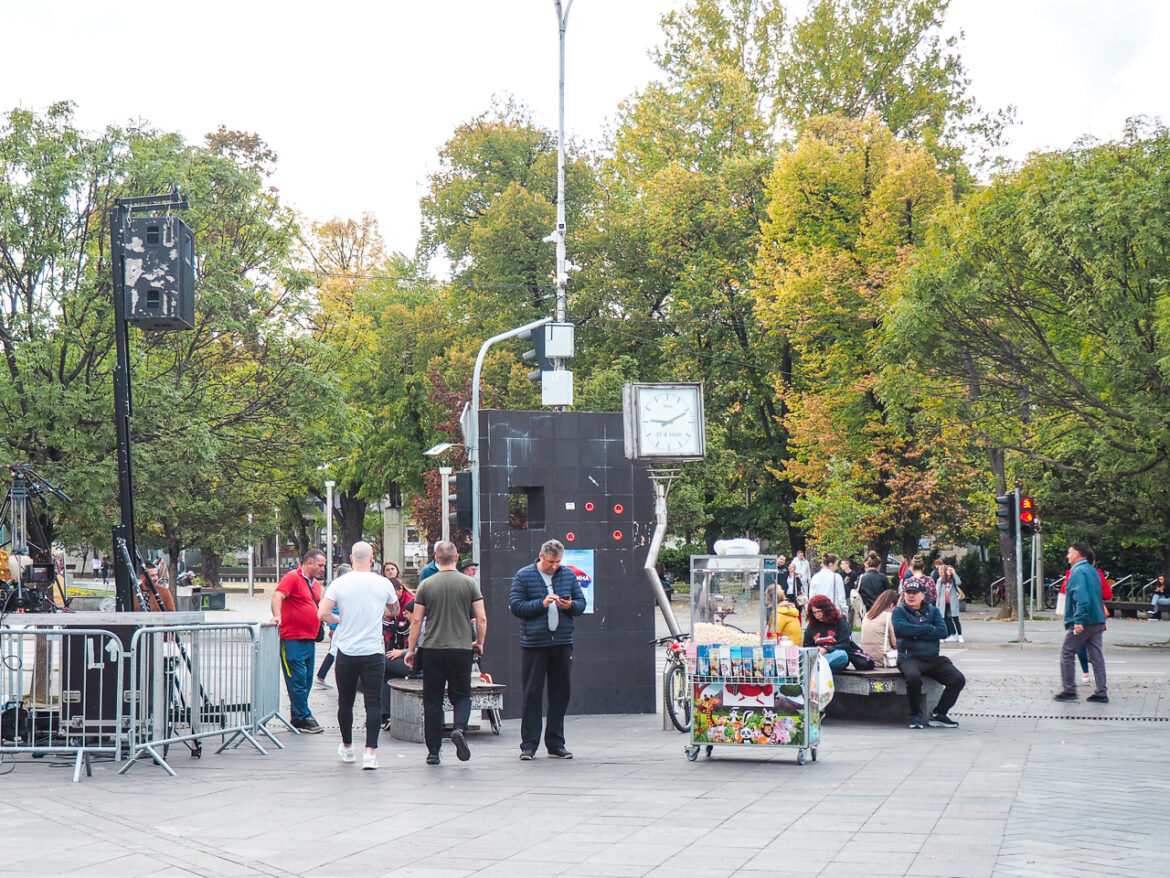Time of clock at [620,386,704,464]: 9:10
